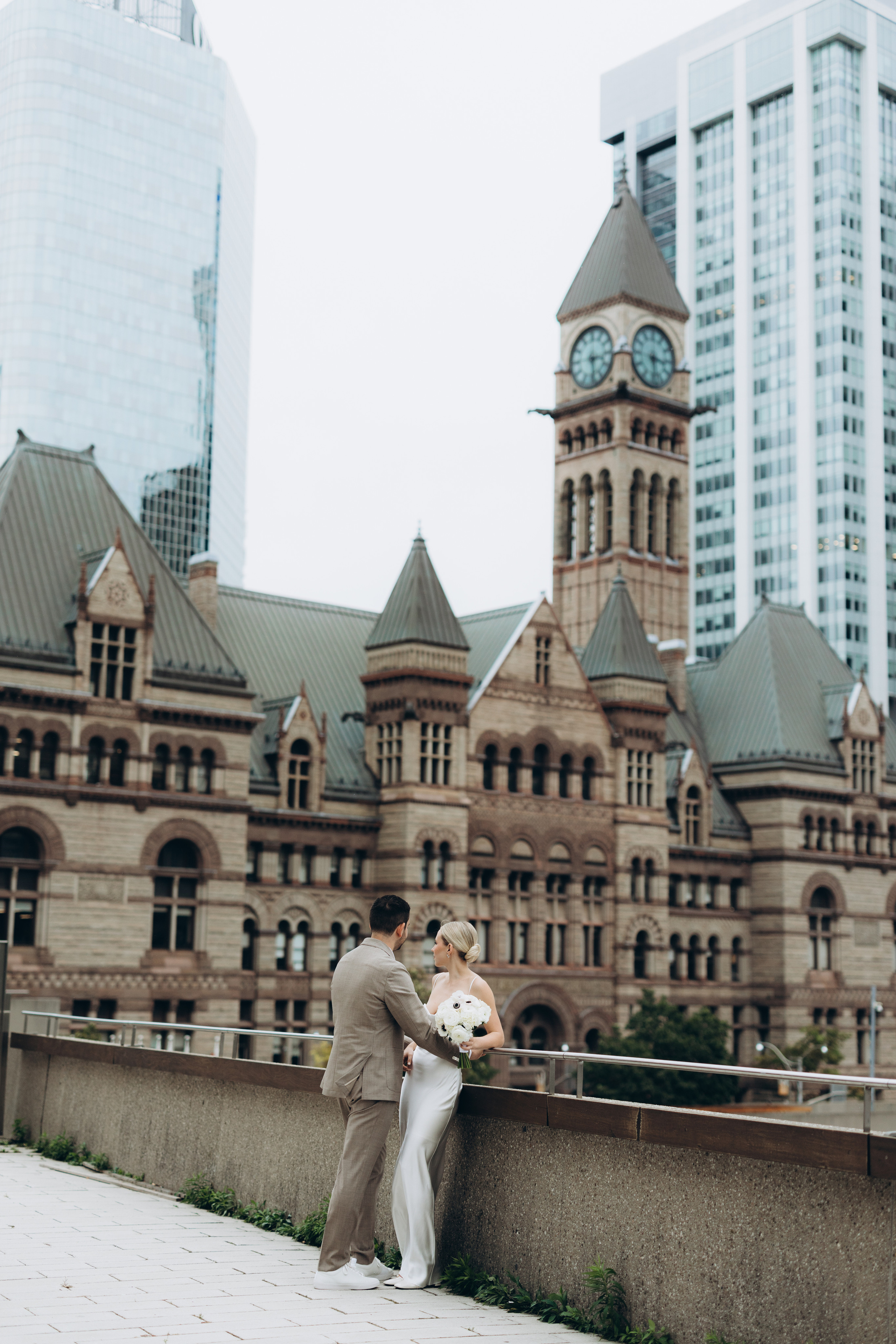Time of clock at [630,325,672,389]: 3:28
